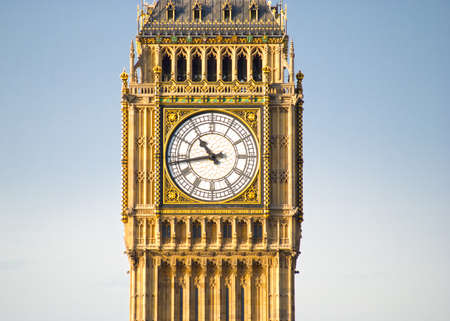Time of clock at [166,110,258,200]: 10:43
